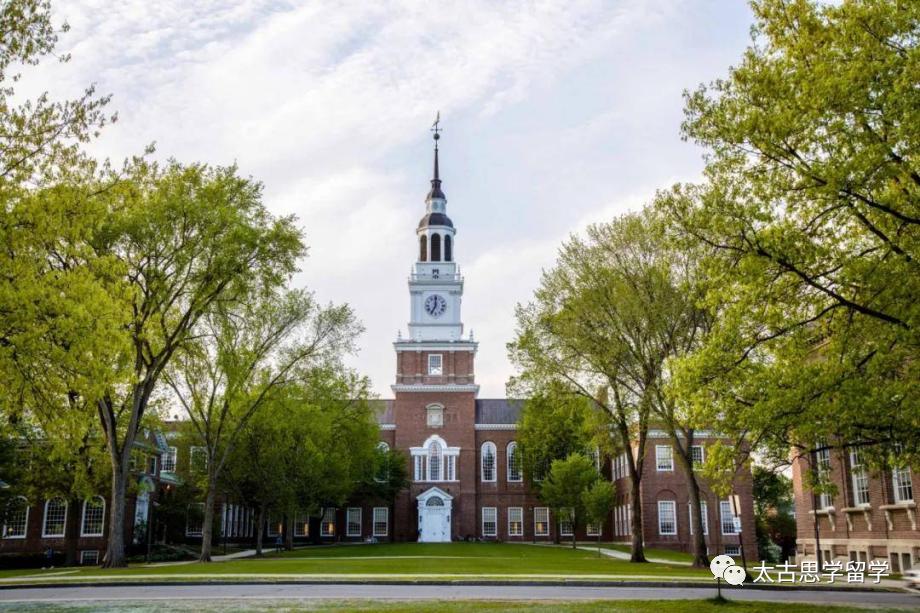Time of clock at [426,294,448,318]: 7:00
